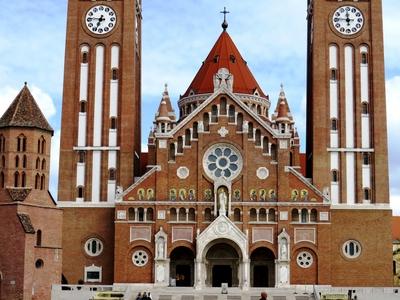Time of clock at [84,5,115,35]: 6:46
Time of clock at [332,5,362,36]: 11:46
